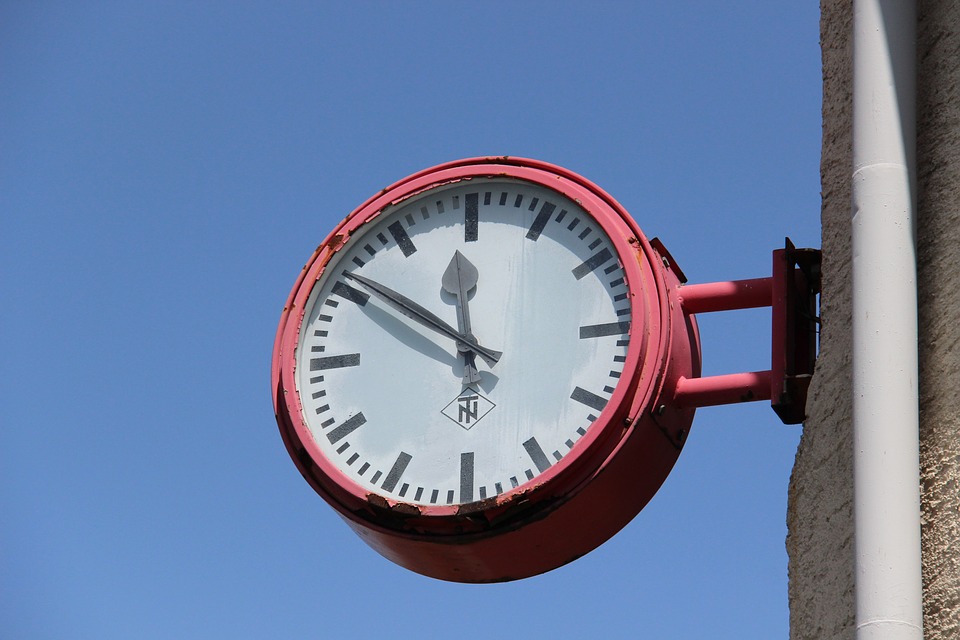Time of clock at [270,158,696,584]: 11:50
